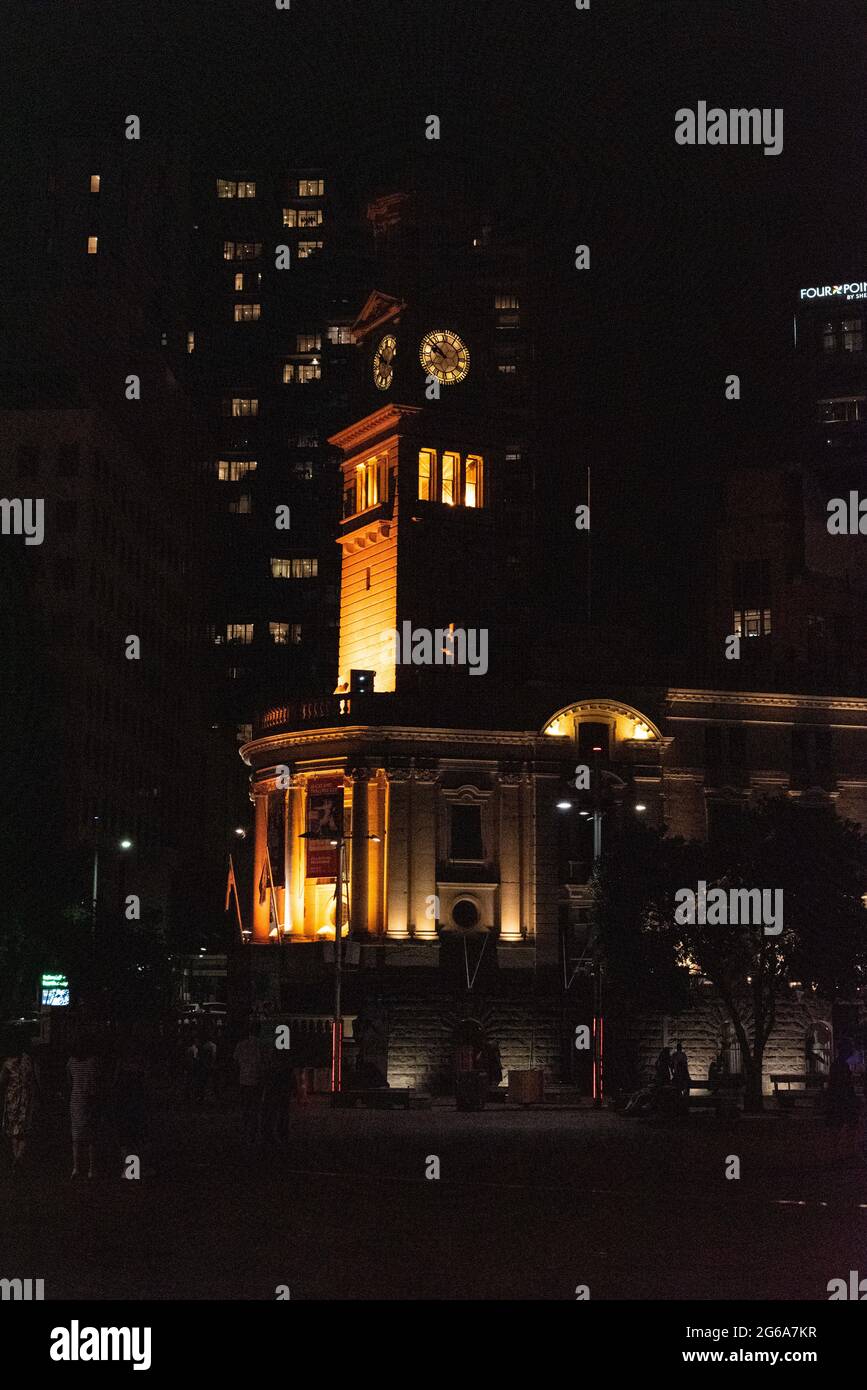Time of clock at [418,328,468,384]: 9:51
